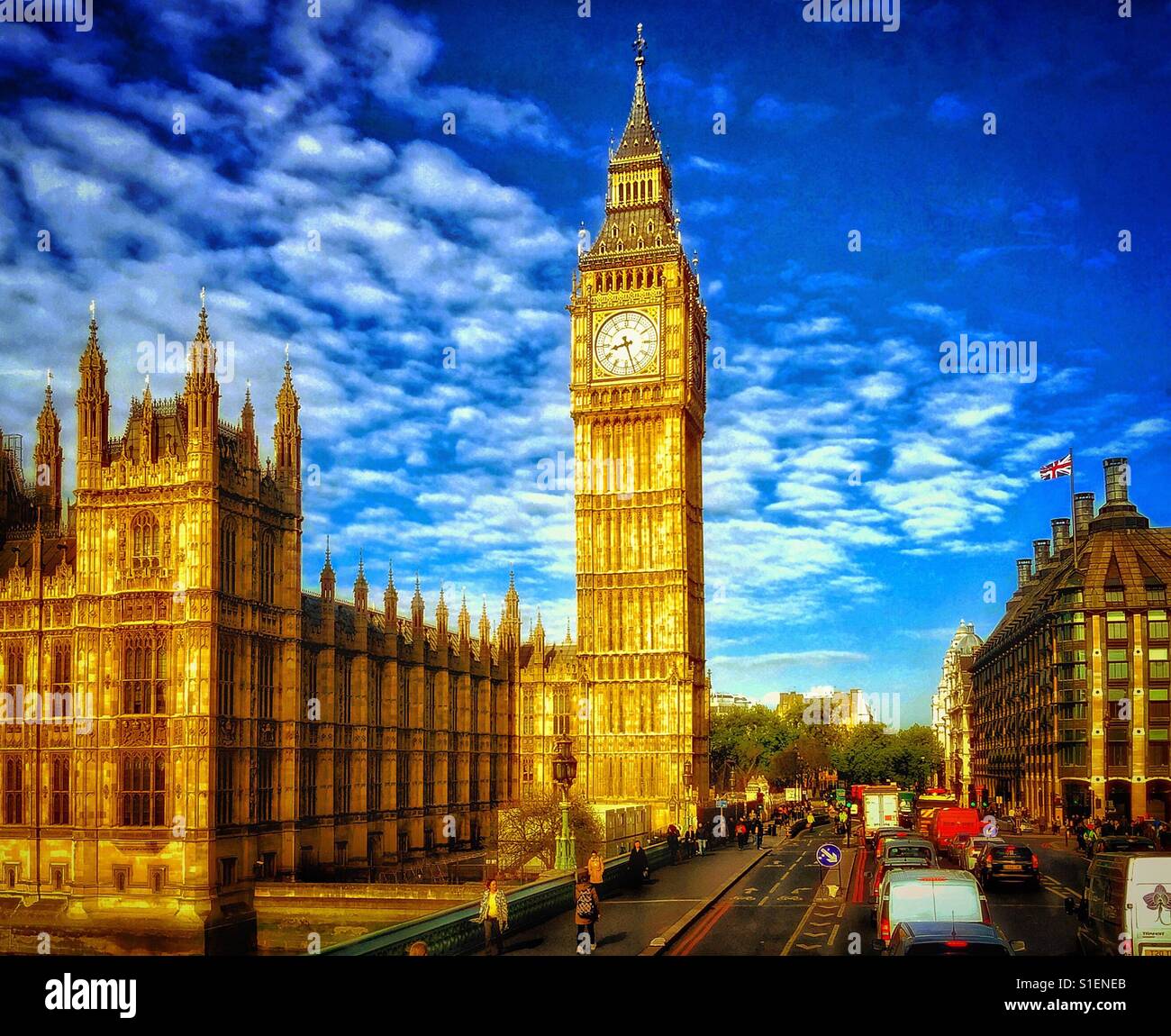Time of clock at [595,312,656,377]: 8:27
